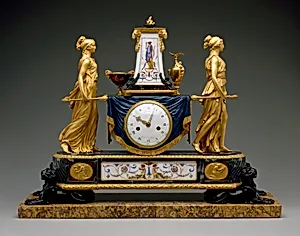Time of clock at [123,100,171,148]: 10:03
